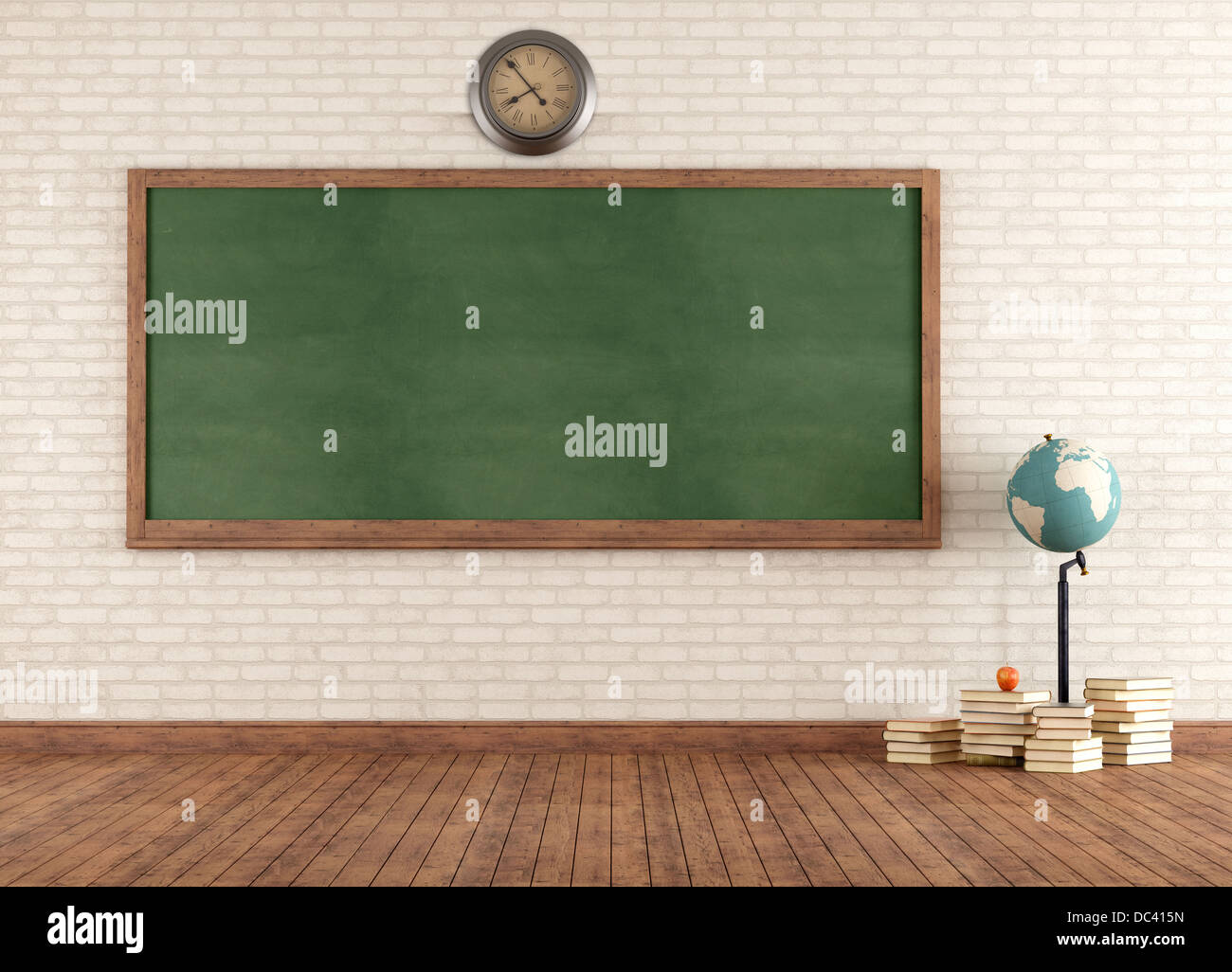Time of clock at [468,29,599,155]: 7:53
